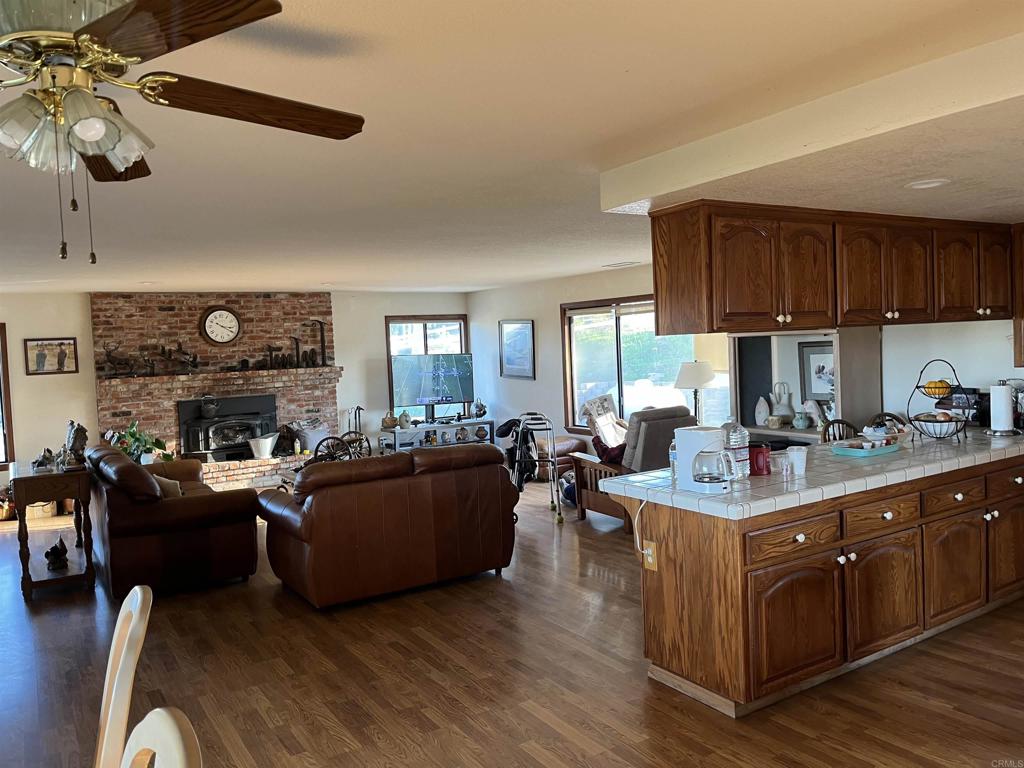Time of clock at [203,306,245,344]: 3:20
